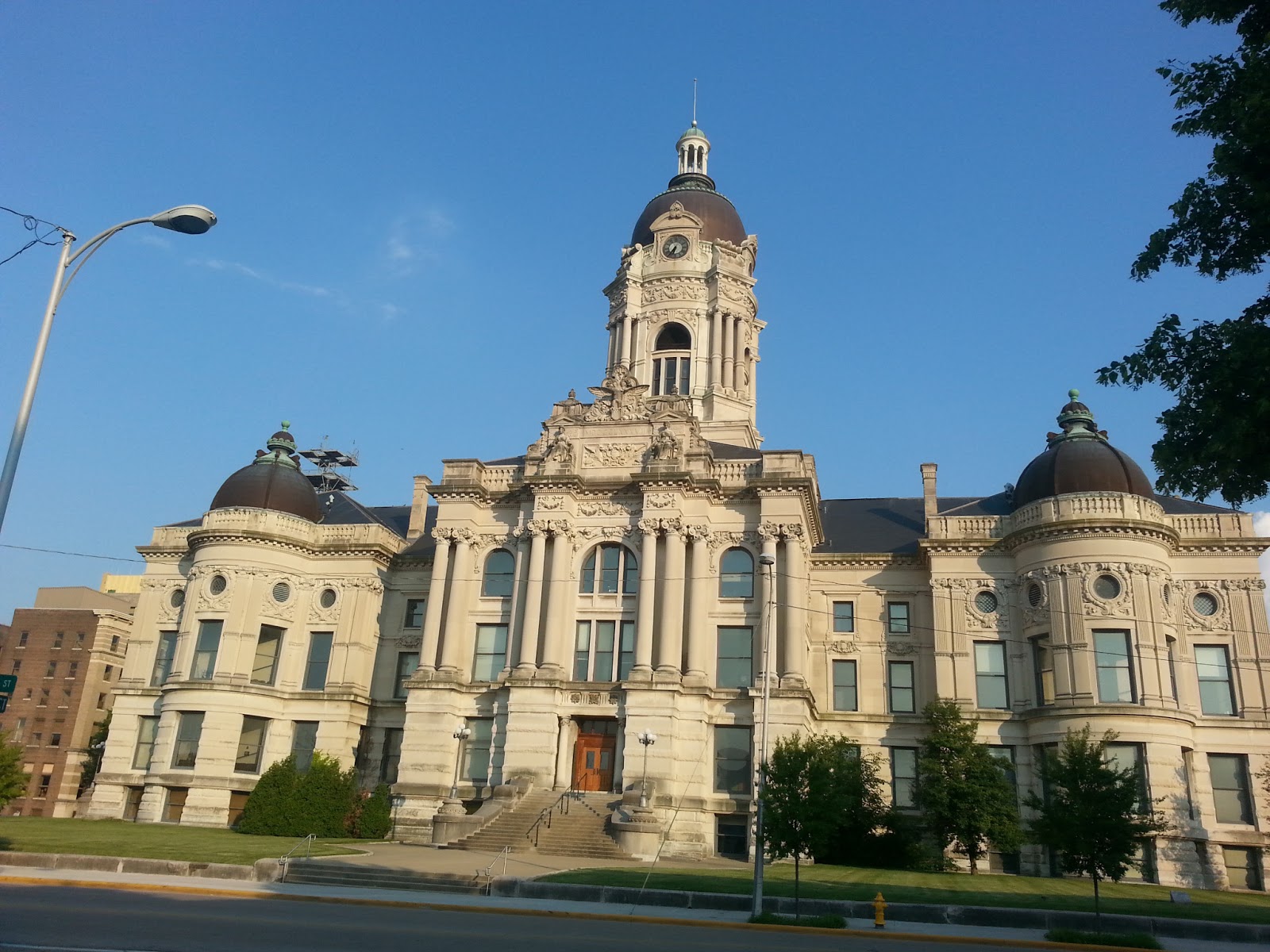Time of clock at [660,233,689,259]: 6:36
